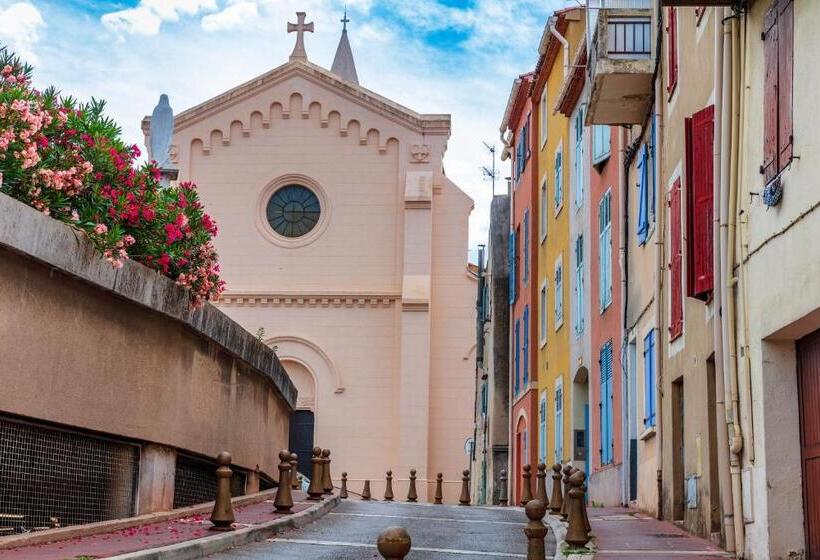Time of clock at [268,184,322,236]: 6:15
